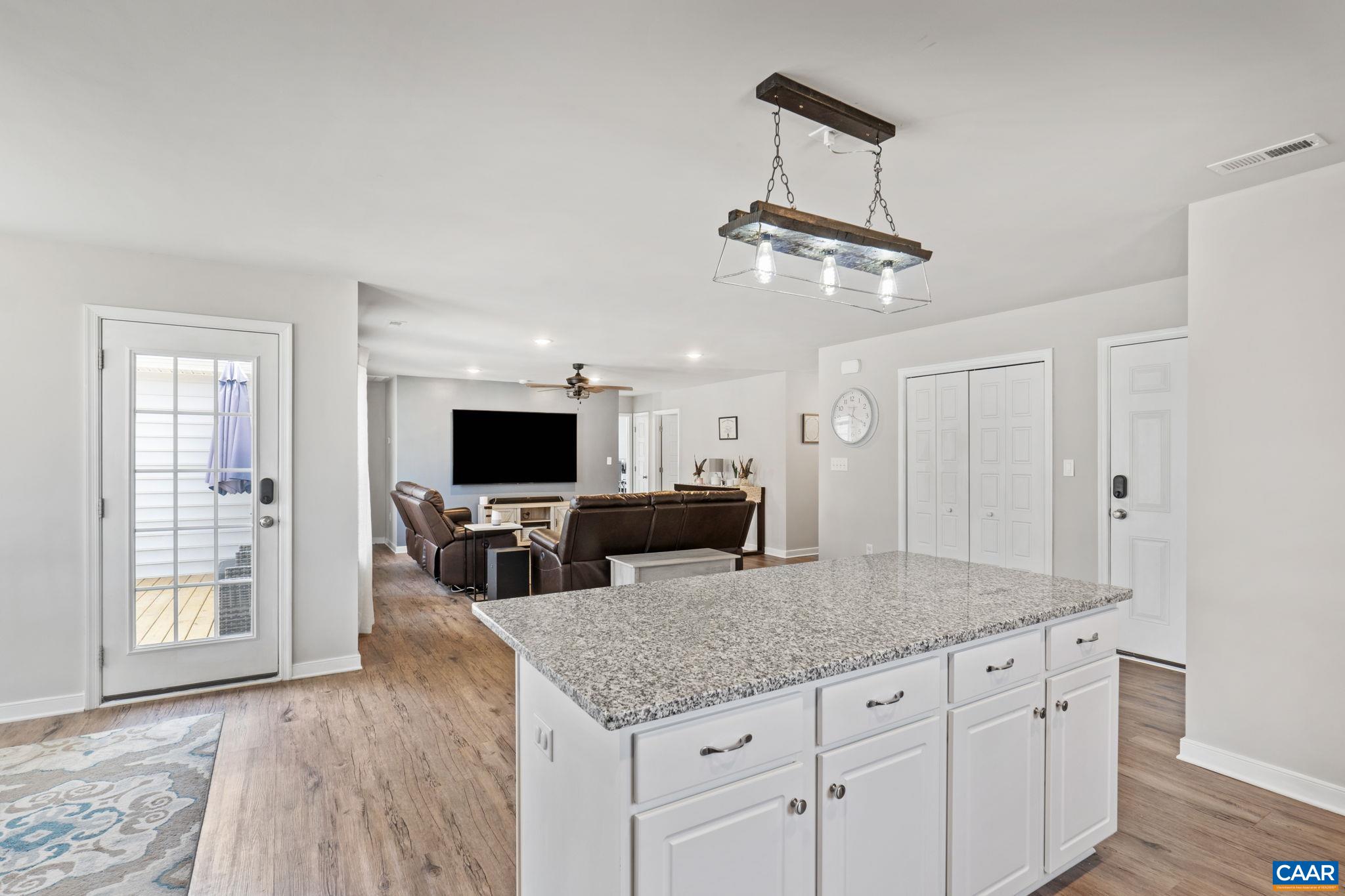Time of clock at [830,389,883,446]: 12:19
